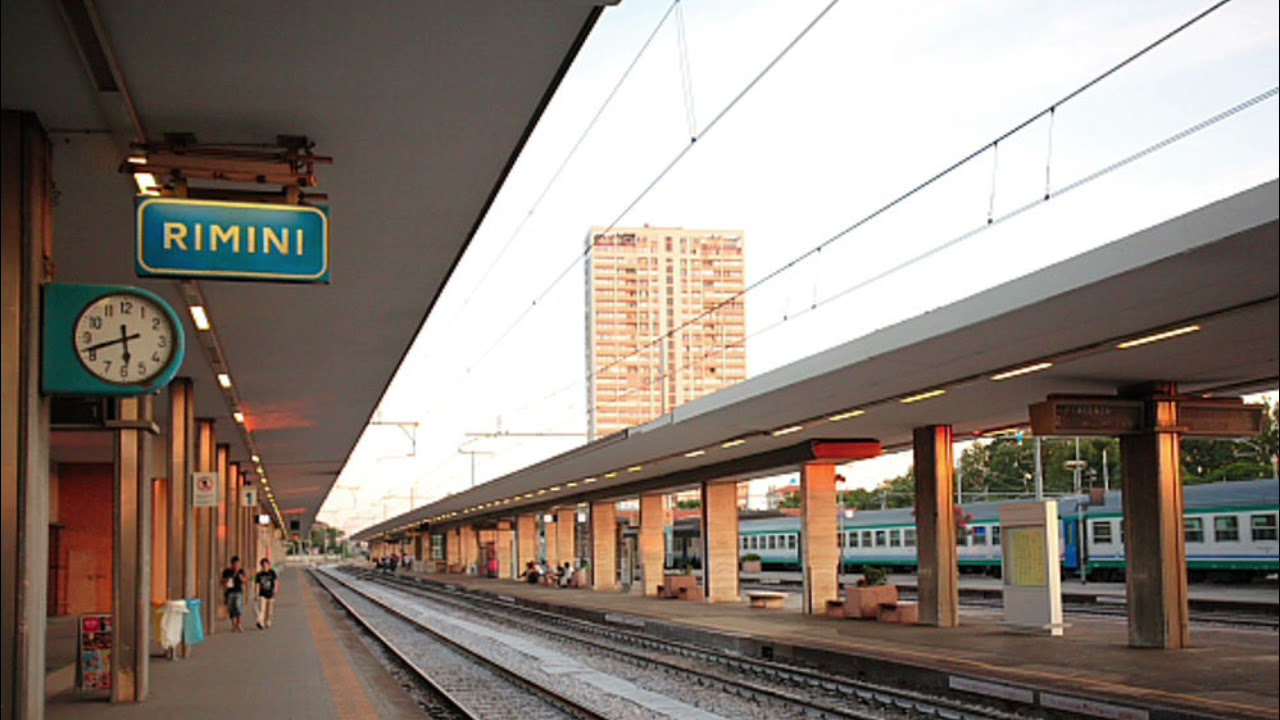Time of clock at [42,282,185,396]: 5:41
